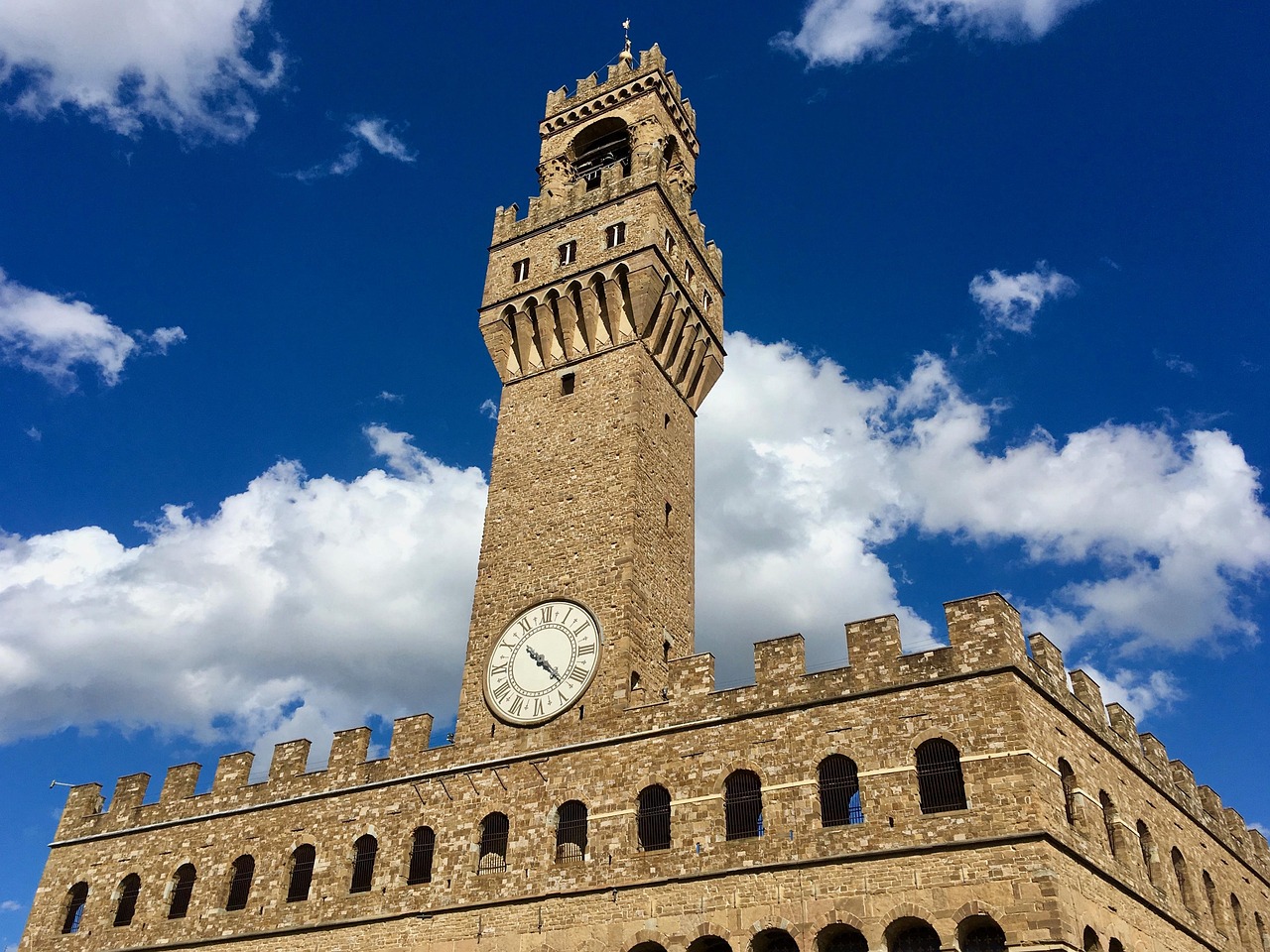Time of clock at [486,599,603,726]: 10:22
